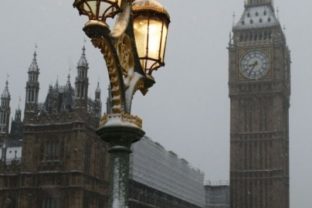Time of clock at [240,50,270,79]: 8:35
